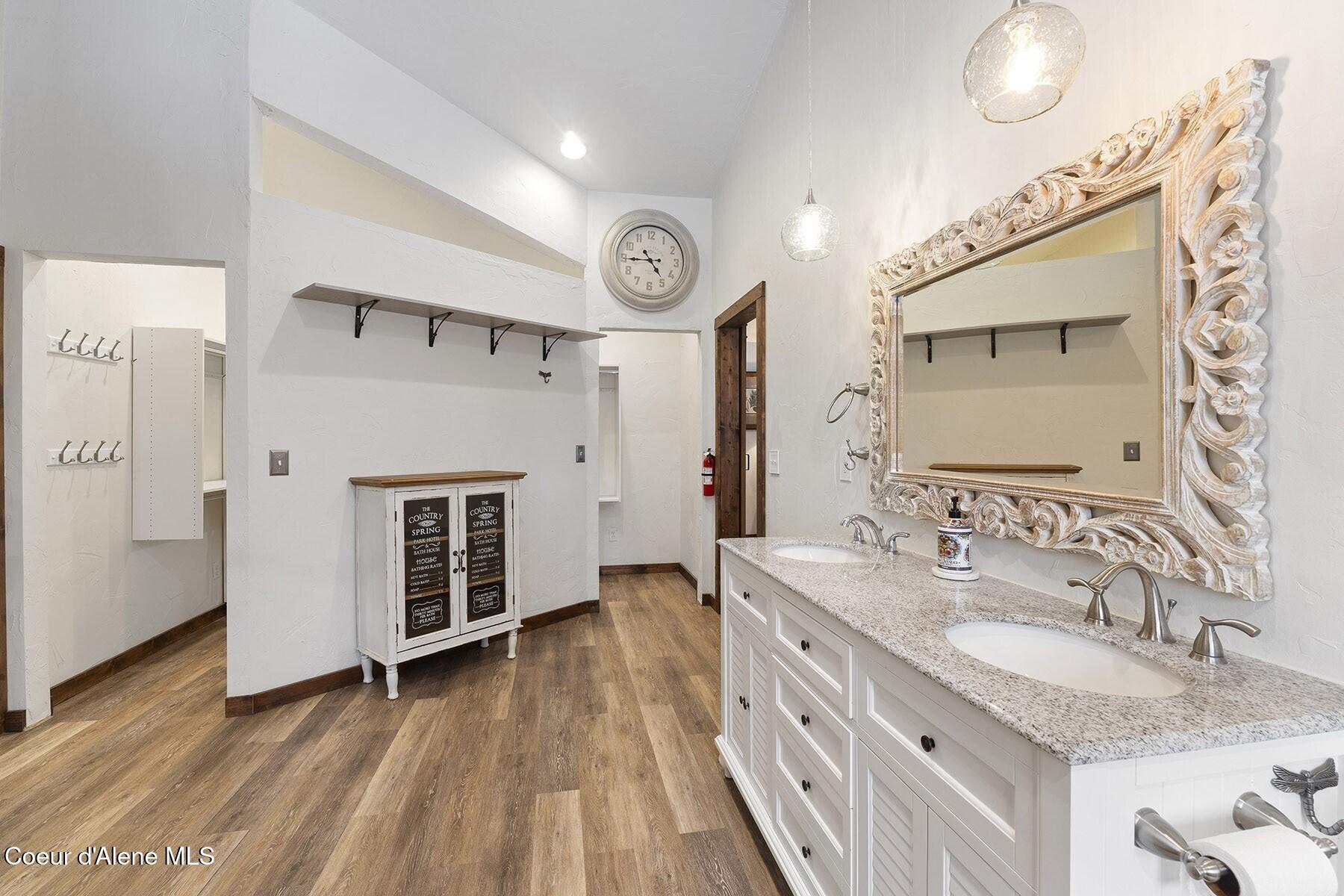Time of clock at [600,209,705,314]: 4:44
